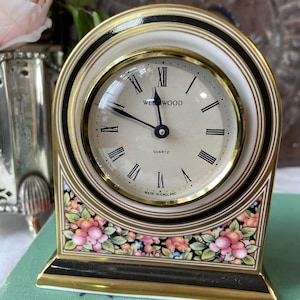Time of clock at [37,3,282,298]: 11:48
